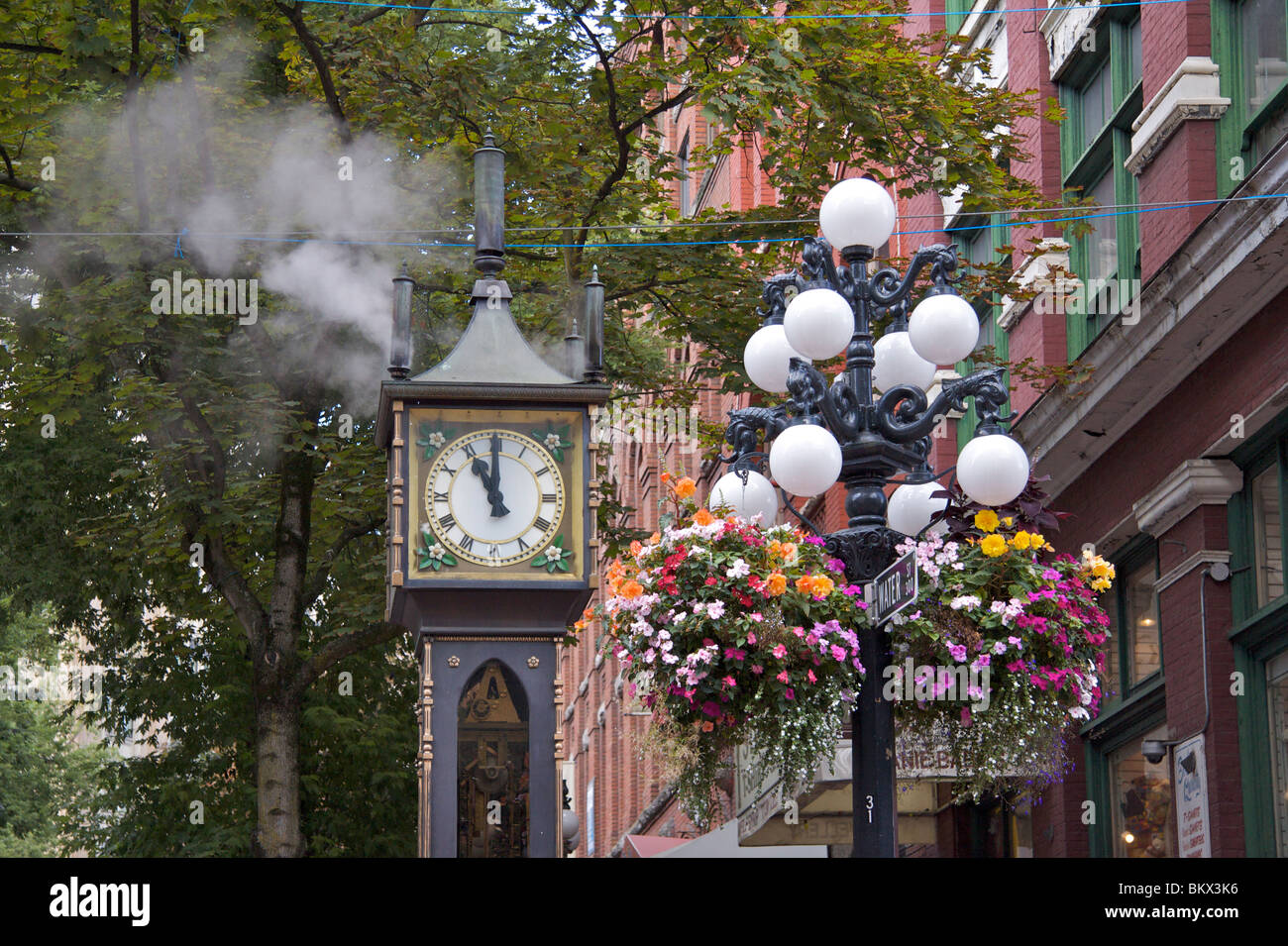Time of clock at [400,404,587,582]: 10:59
